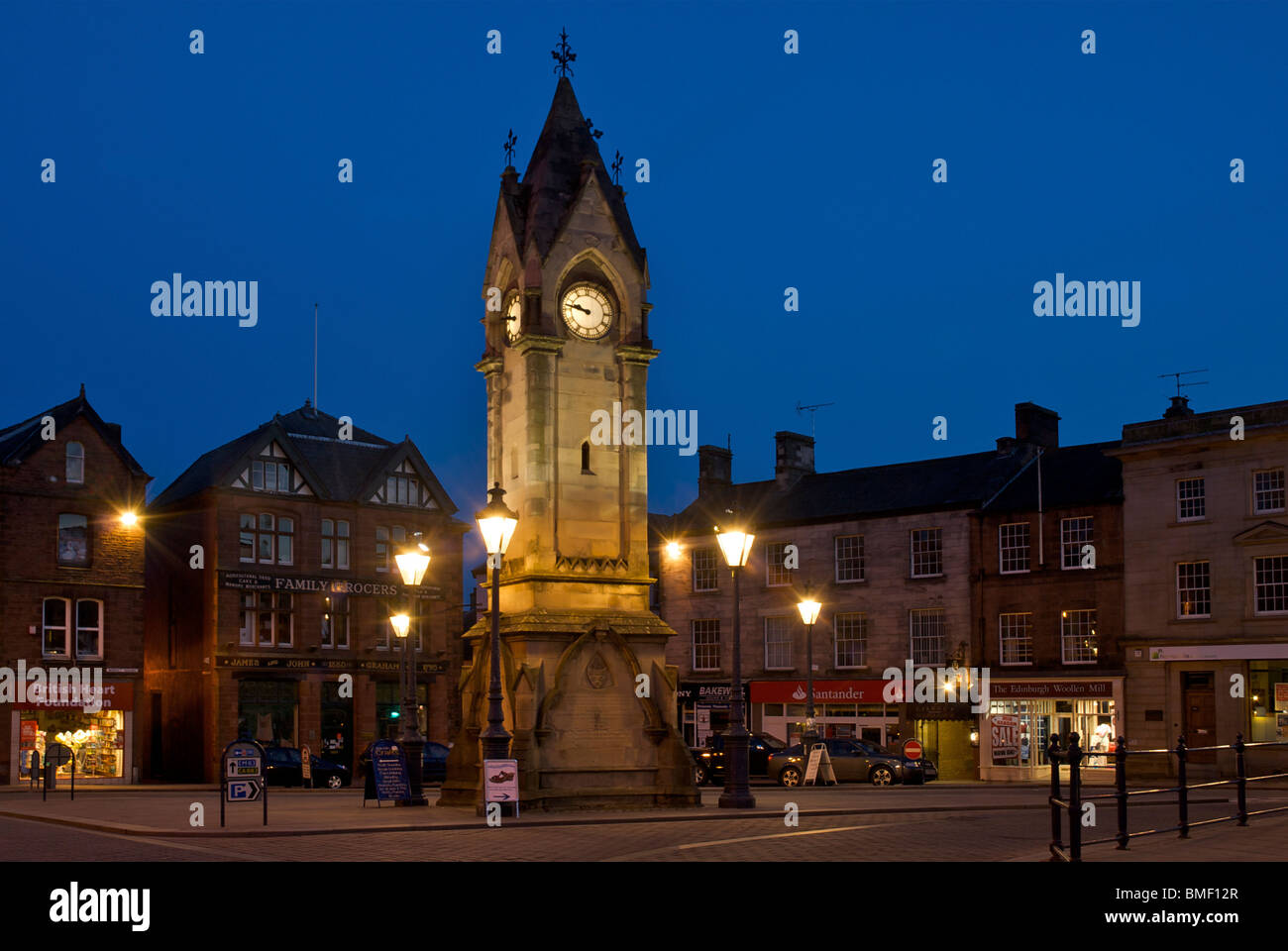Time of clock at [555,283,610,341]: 9:47
